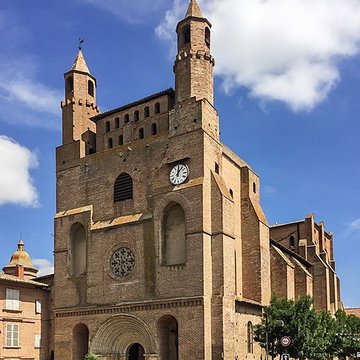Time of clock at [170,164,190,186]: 12:06
